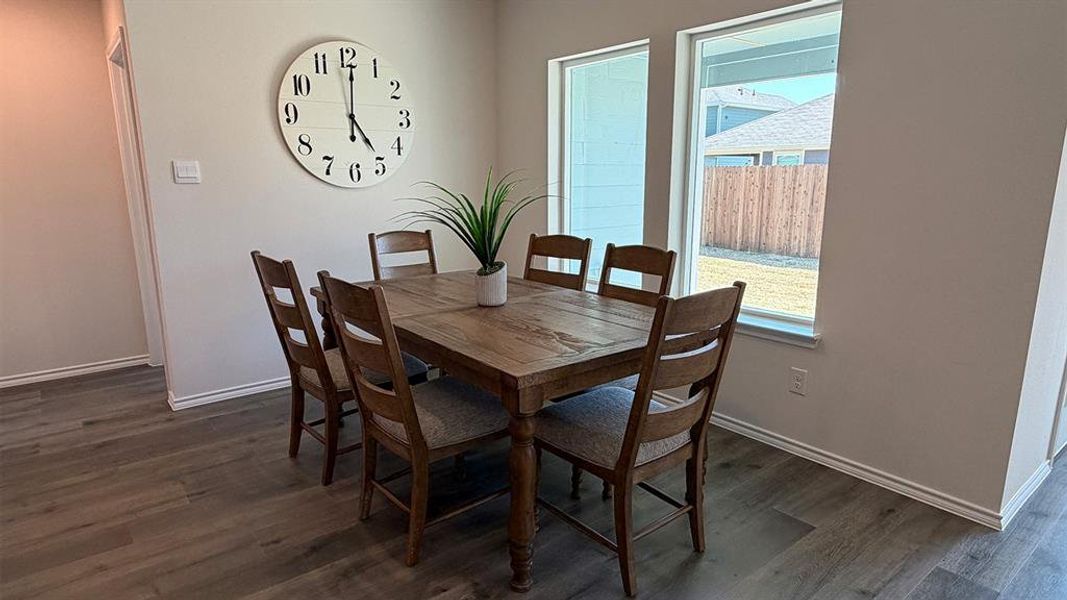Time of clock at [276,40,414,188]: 5:00
